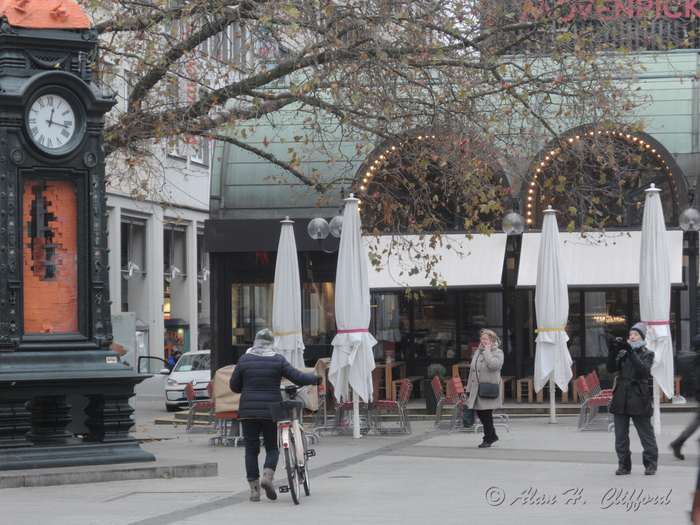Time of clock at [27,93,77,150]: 12:16
